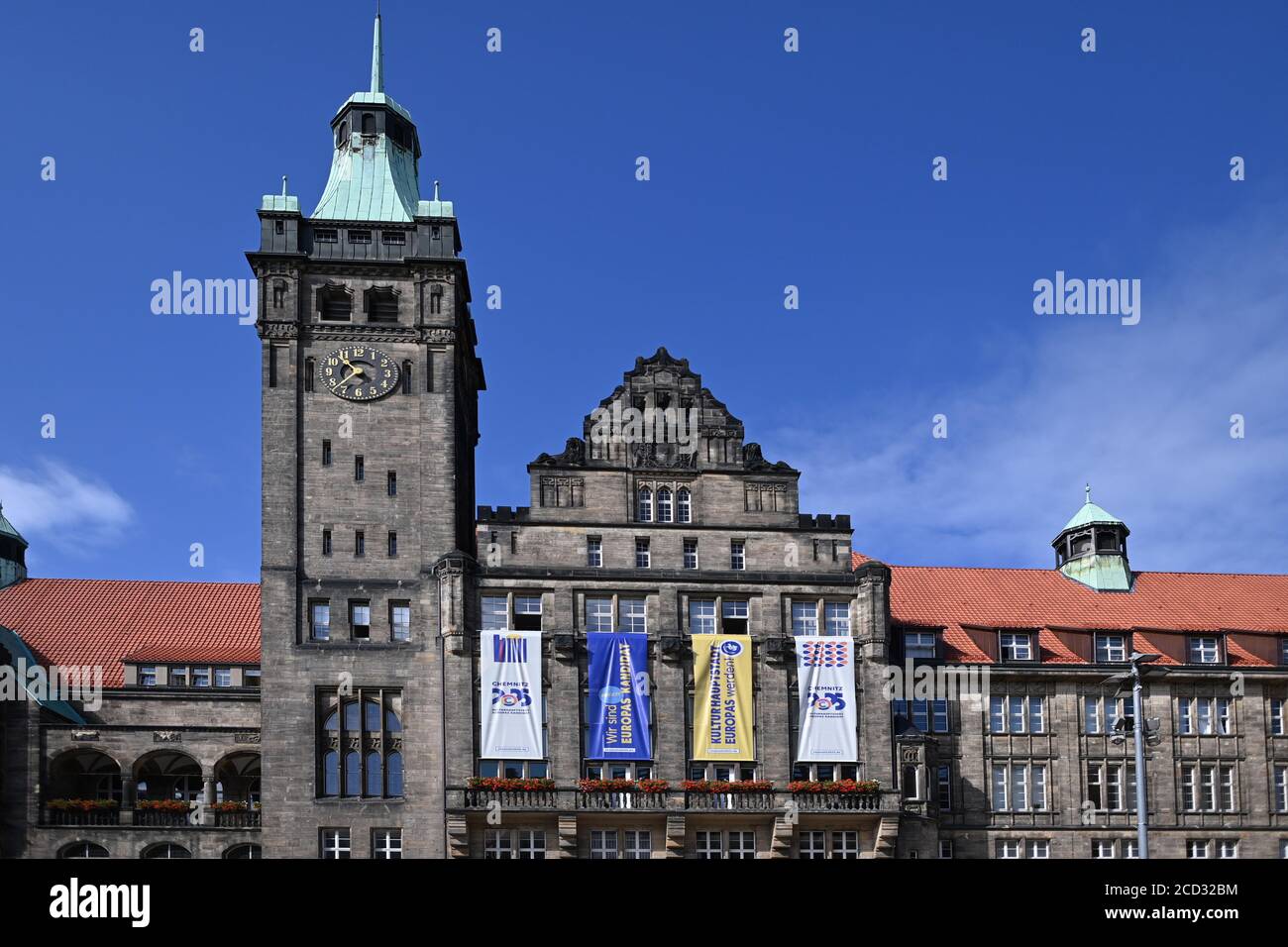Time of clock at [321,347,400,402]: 10:37
